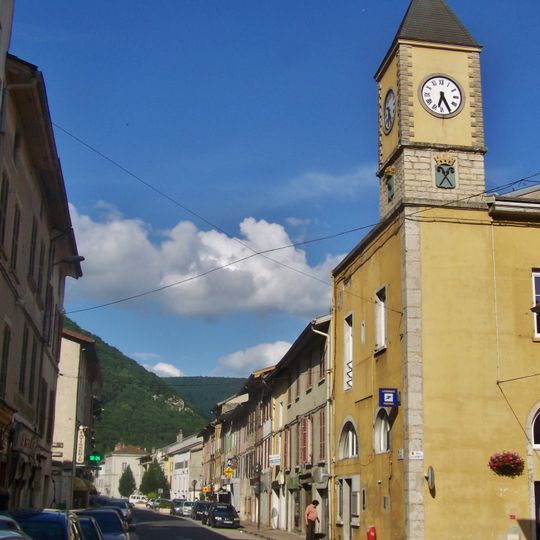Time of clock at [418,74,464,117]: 6:25
